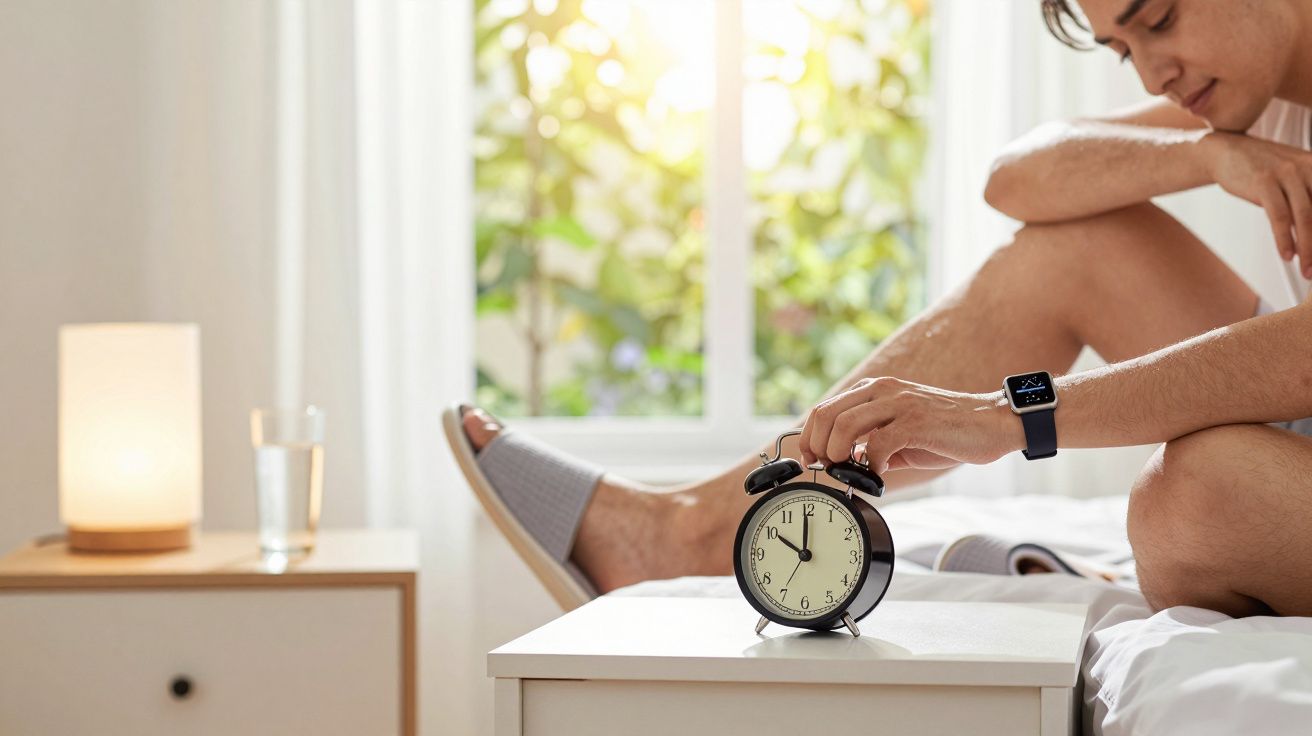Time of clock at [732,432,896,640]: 10:00
